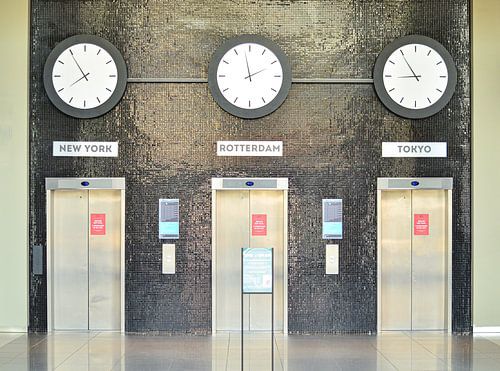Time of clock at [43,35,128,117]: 7:54
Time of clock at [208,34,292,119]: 1:58
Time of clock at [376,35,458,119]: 8:54
